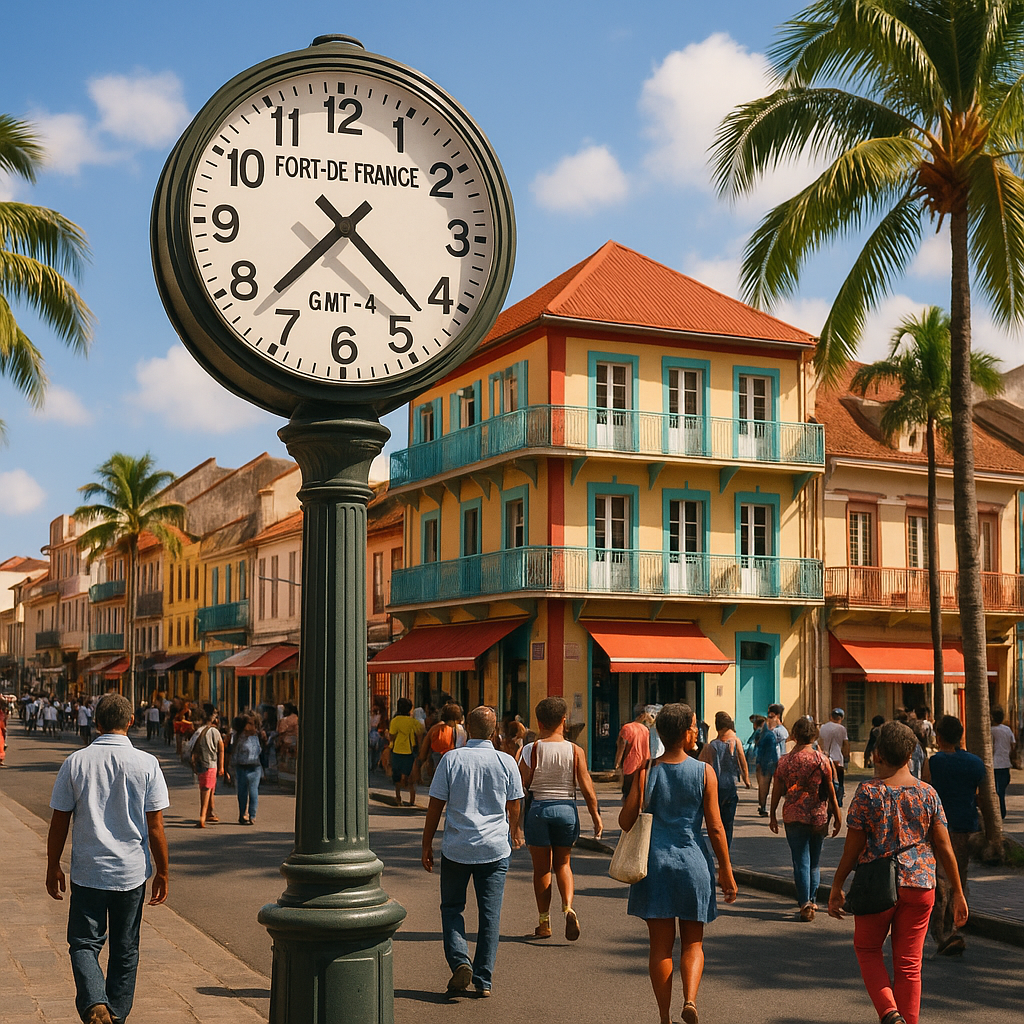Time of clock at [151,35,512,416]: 7:22
